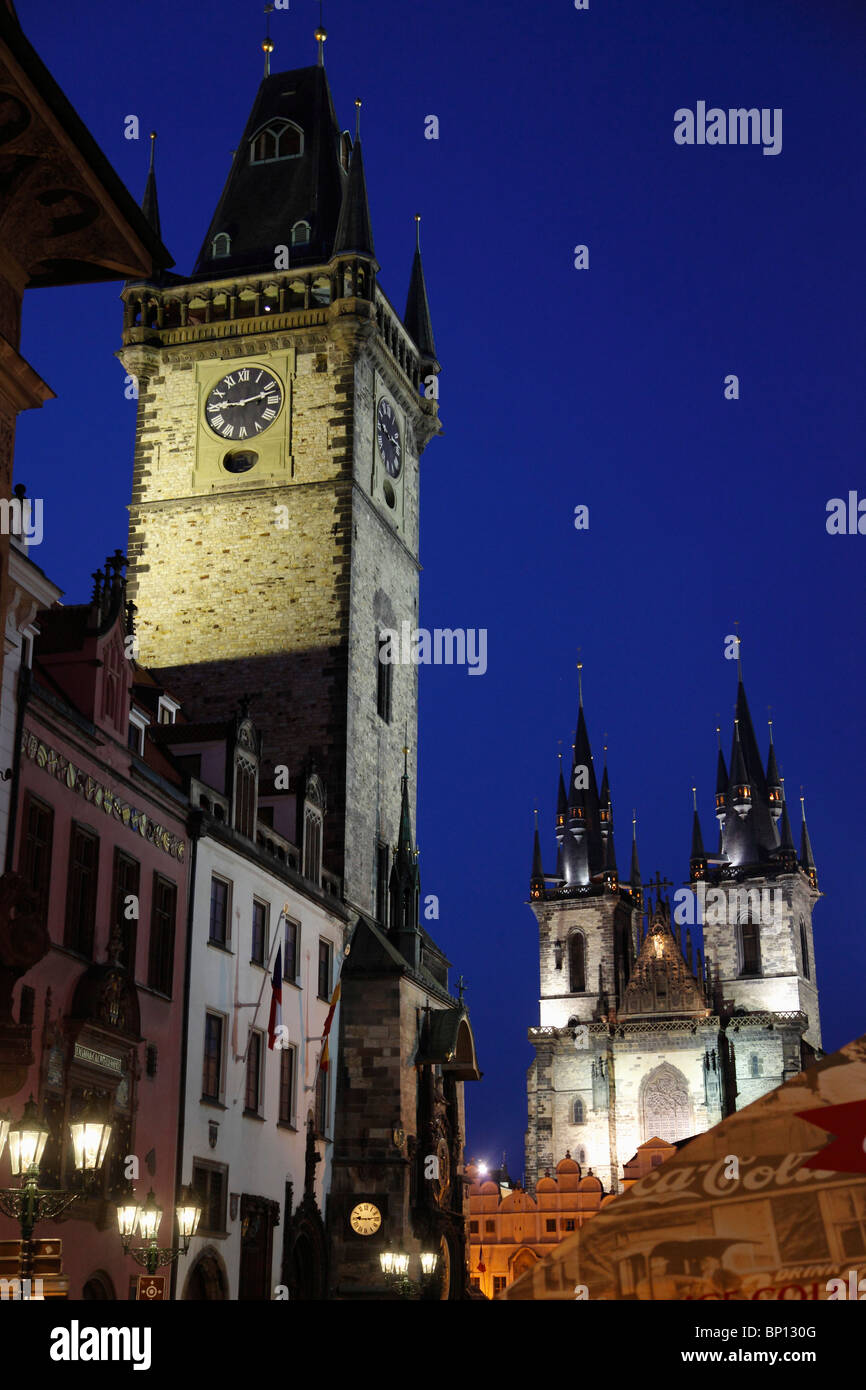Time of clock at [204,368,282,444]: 9:12
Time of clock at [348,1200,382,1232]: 9:13
